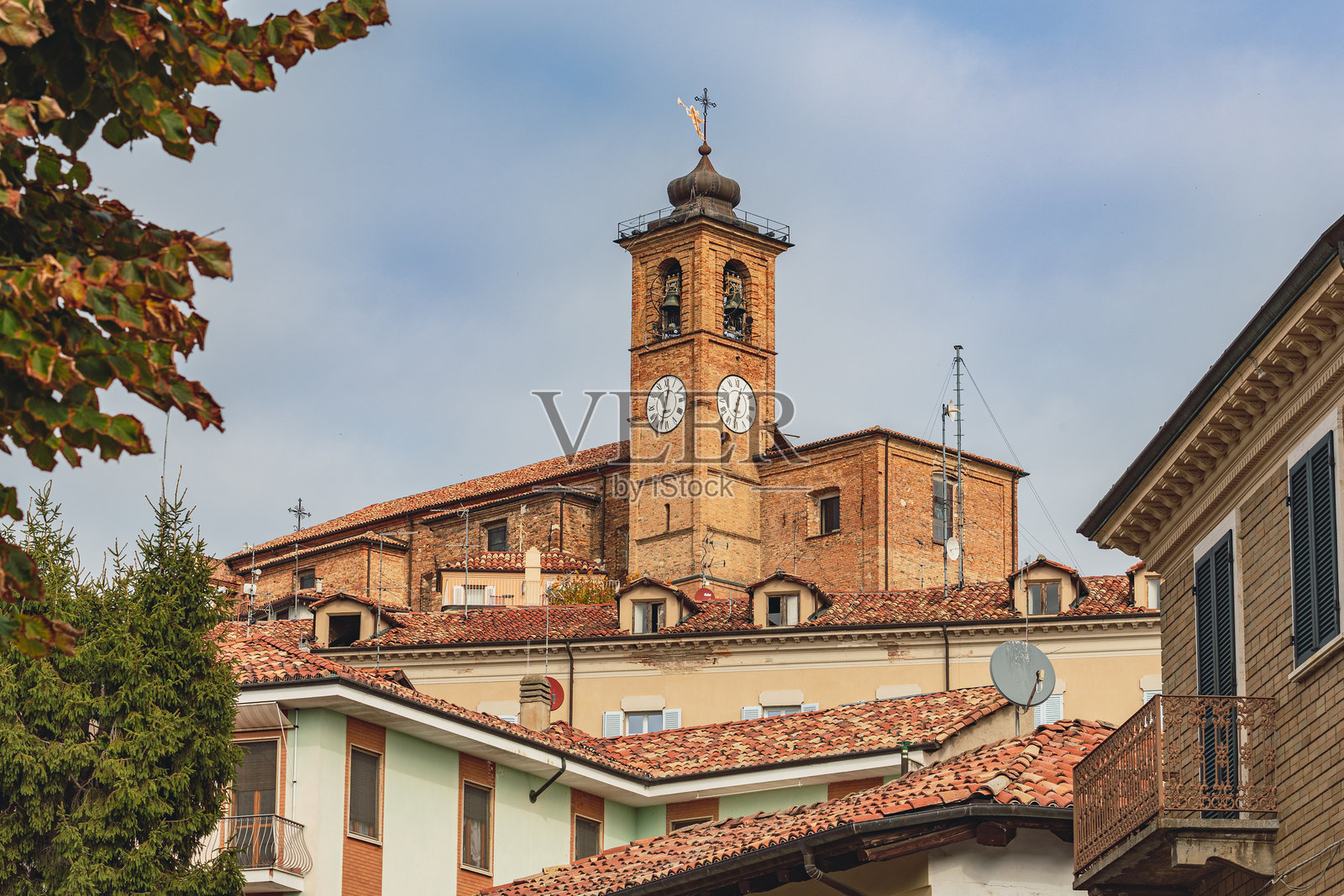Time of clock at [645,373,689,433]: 12:32
